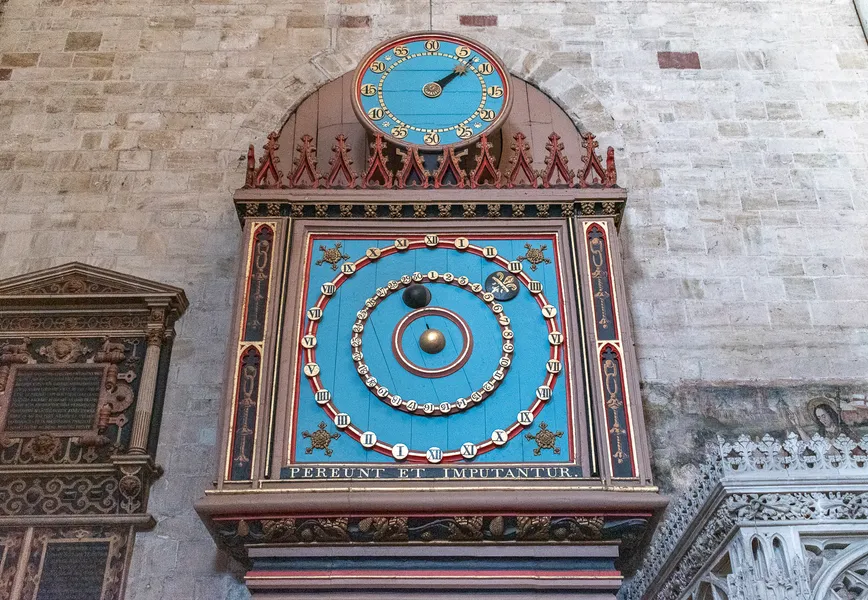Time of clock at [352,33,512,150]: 1:07
